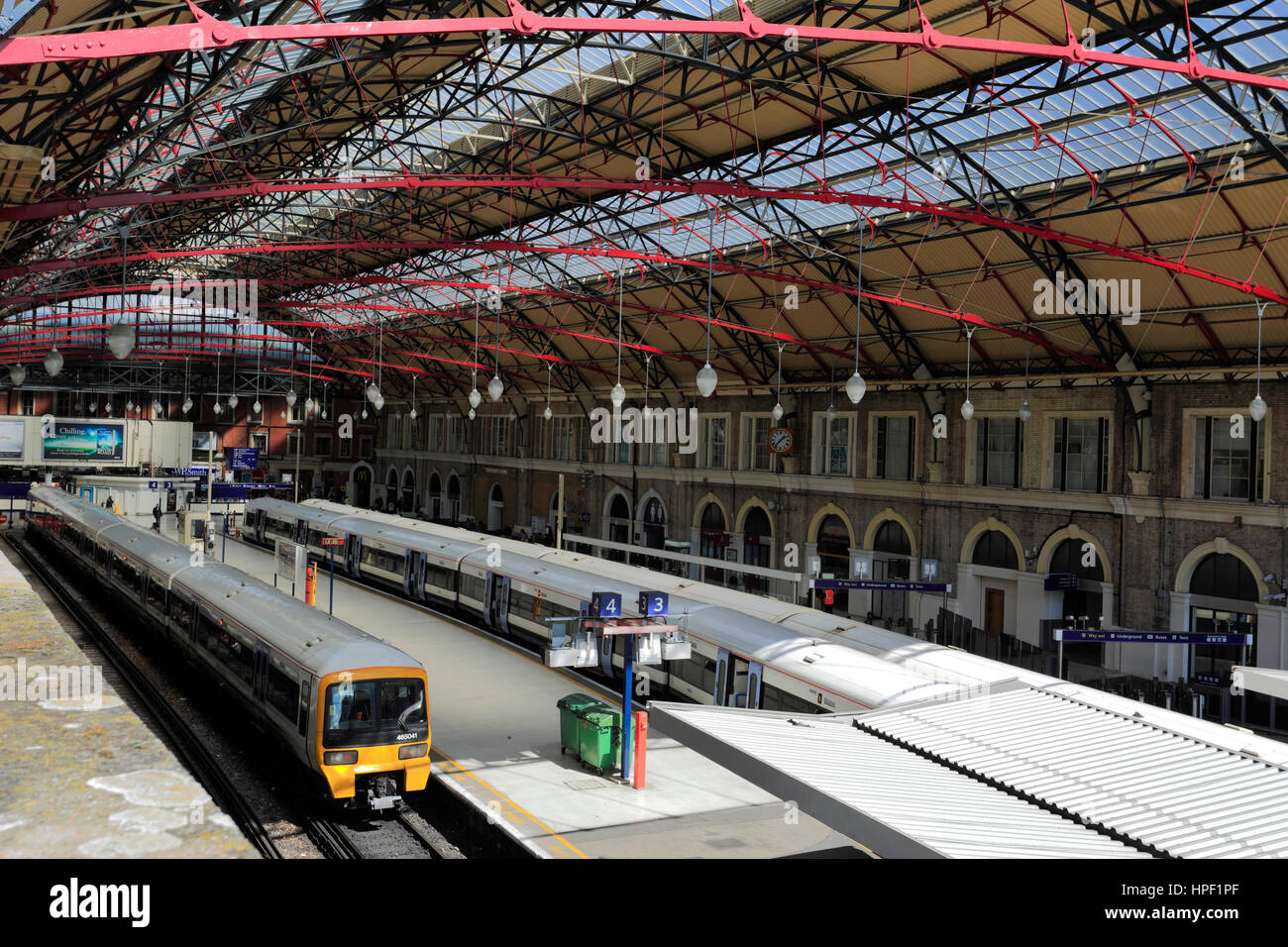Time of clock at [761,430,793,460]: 1:36
